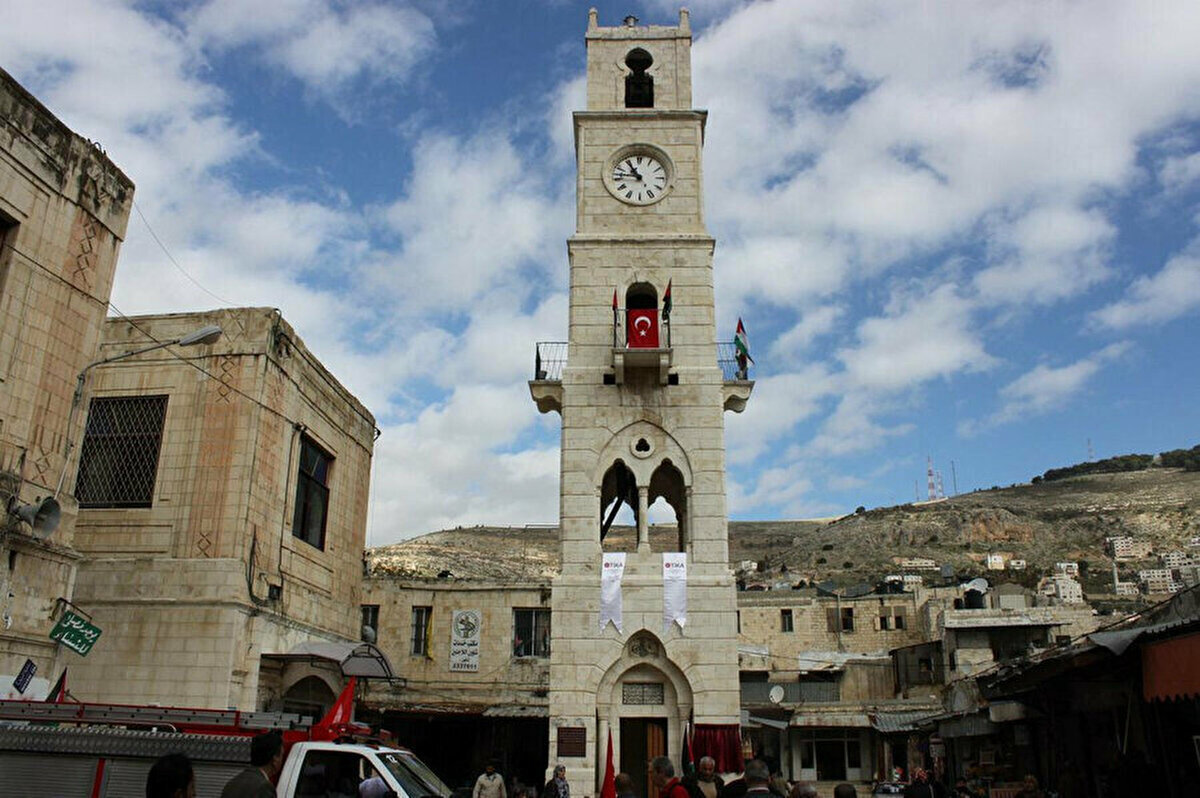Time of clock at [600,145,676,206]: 10:46
